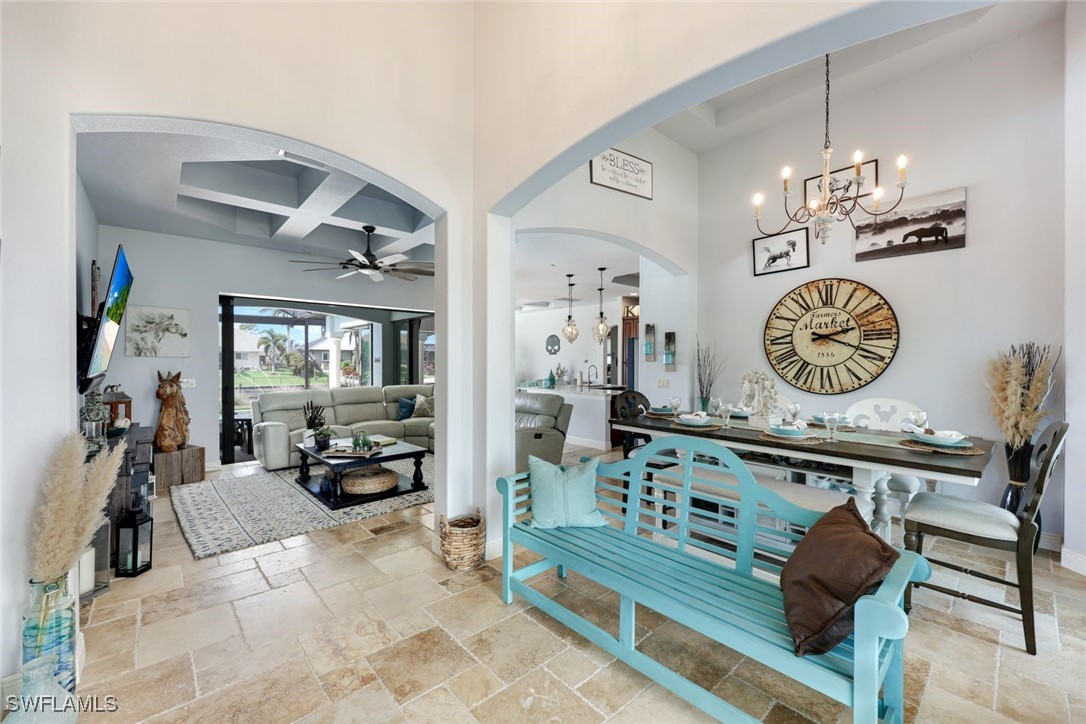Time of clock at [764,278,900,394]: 2:18
